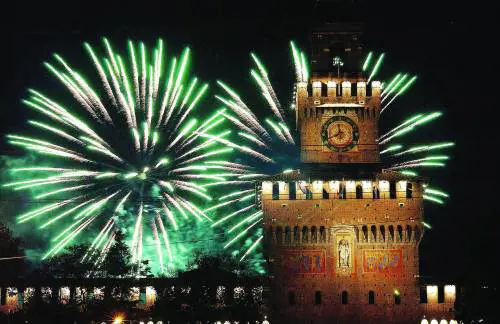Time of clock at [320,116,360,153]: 11:41
